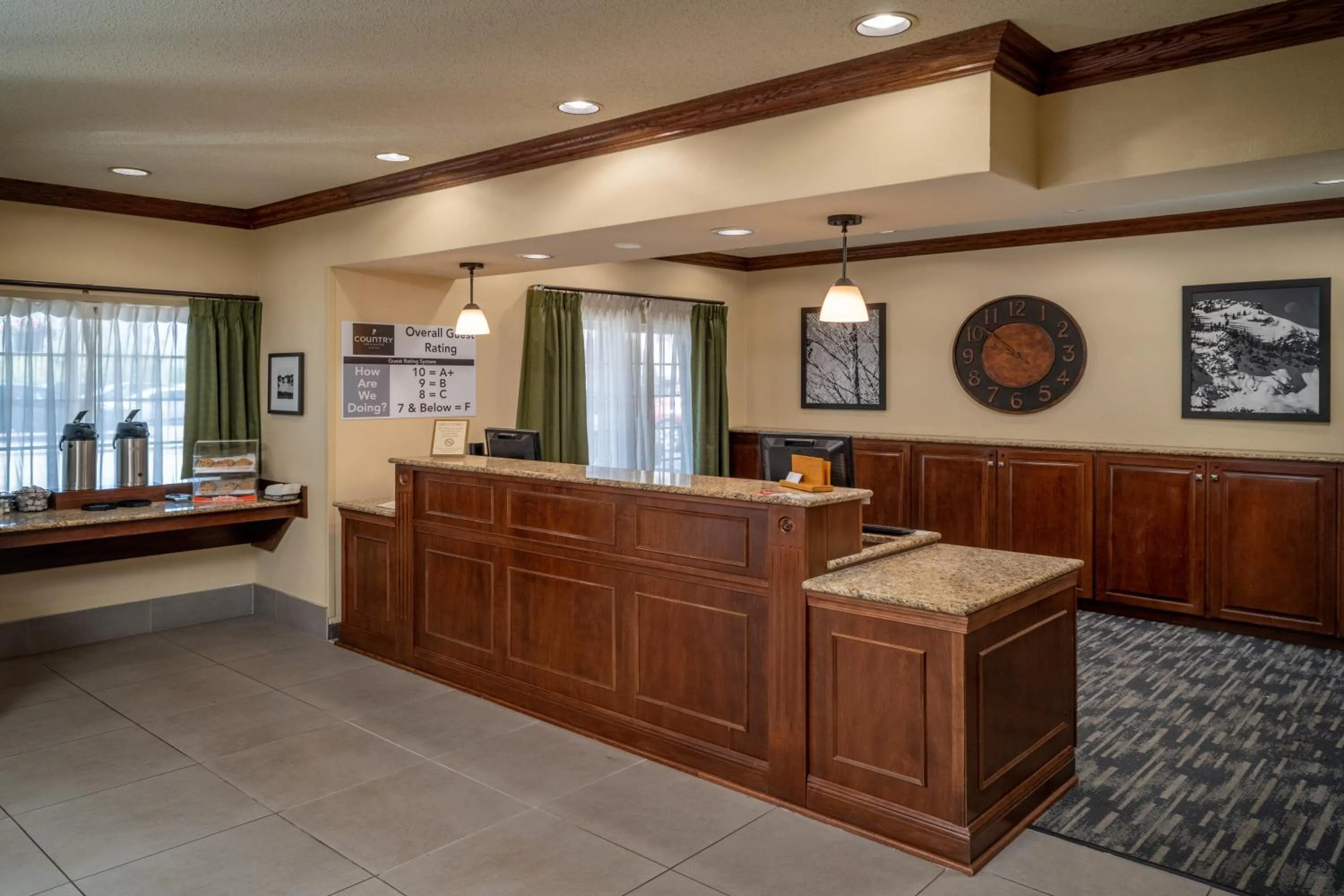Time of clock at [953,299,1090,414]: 8:52
